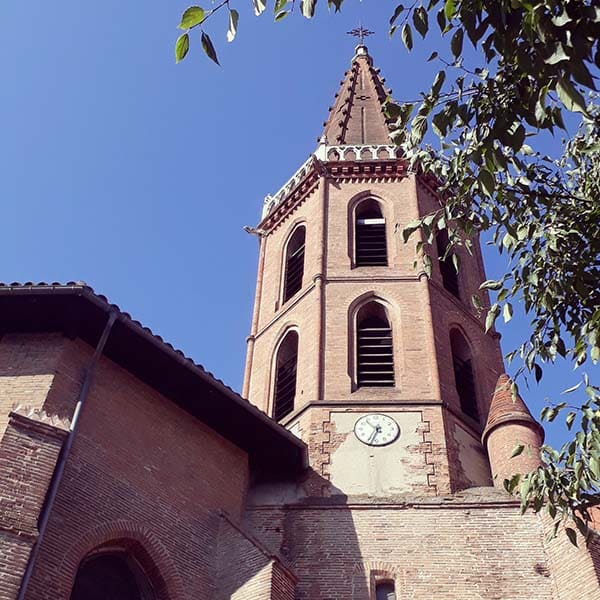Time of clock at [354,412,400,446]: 10:34
